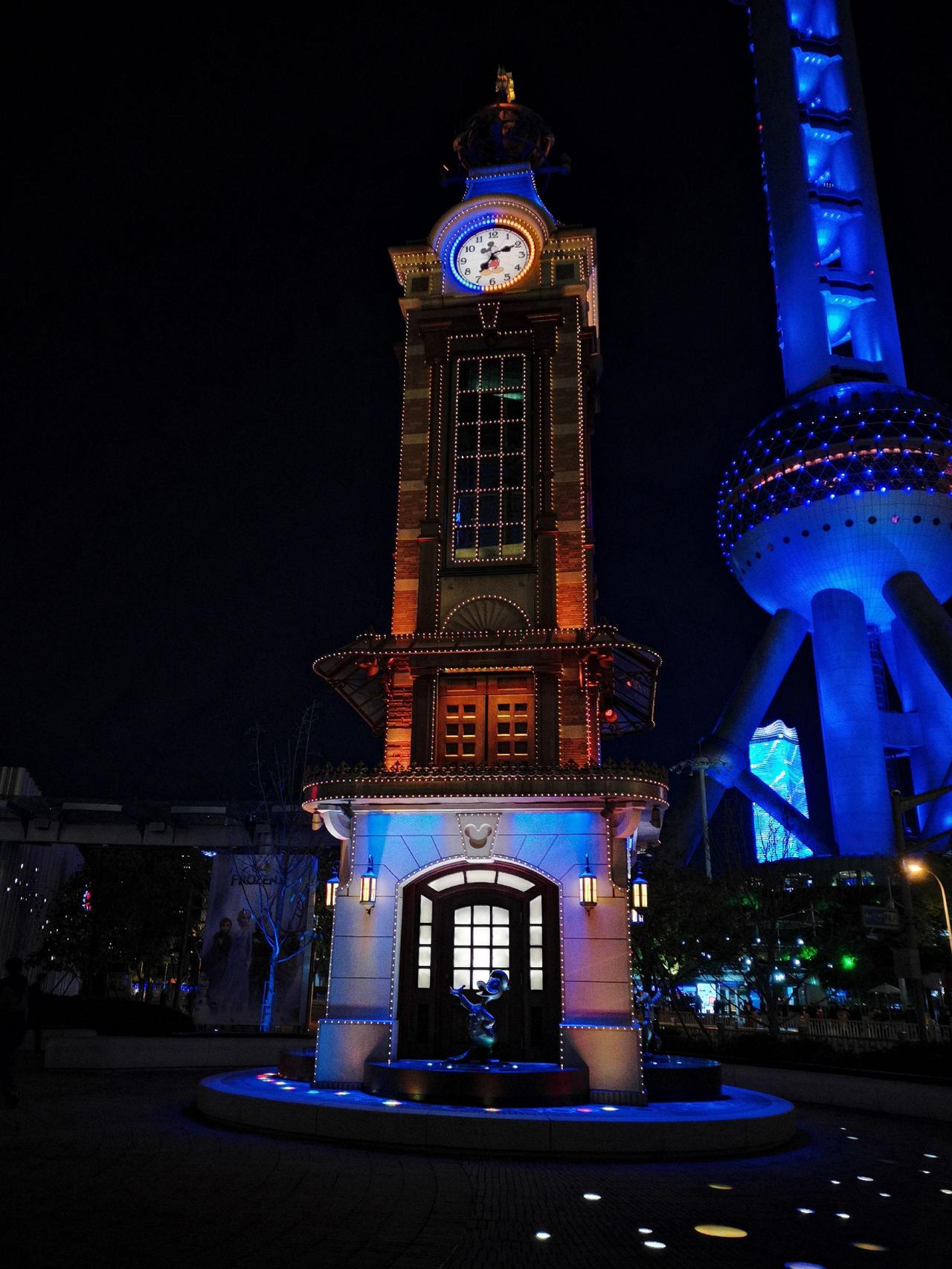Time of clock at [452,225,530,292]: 7:10
